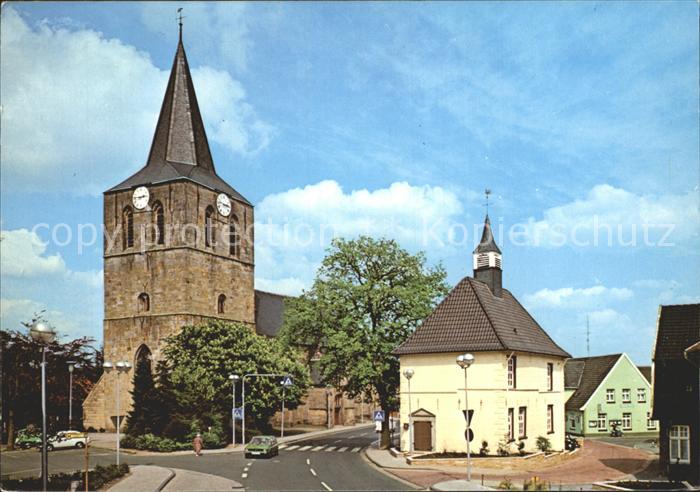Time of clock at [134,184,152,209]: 2:45
